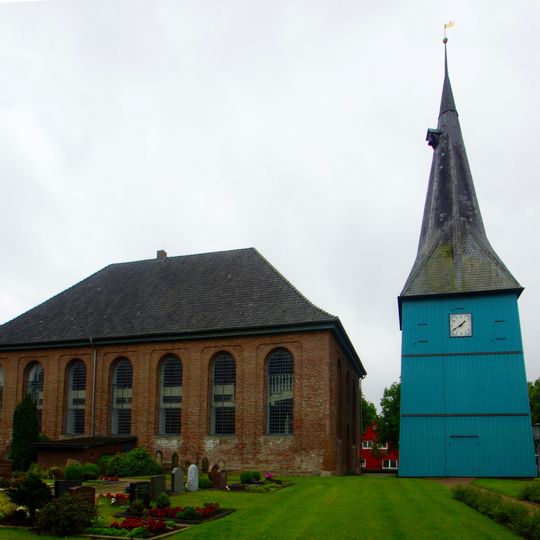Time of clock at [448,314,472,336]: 1:40
